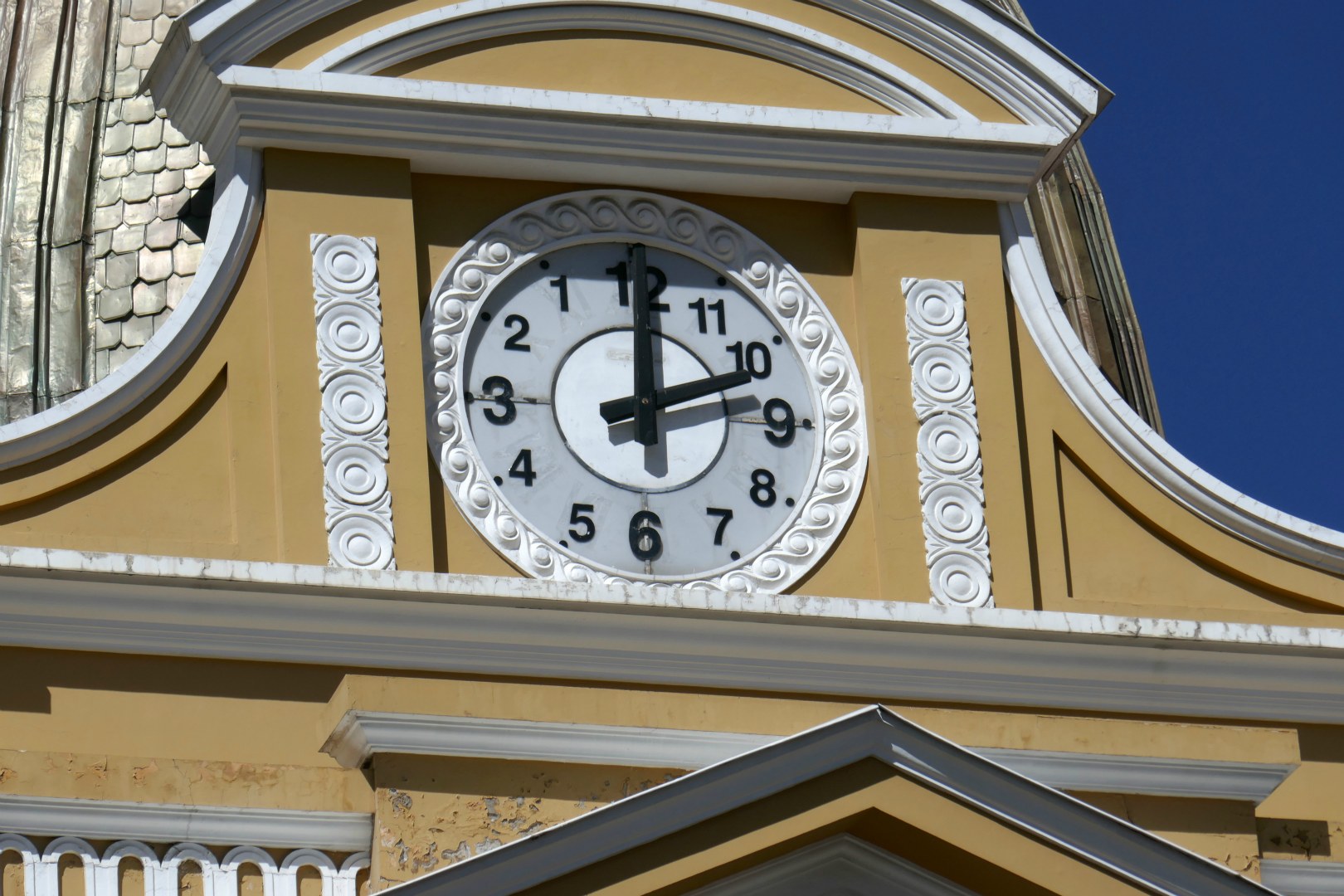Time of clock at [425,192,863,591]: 2:00
